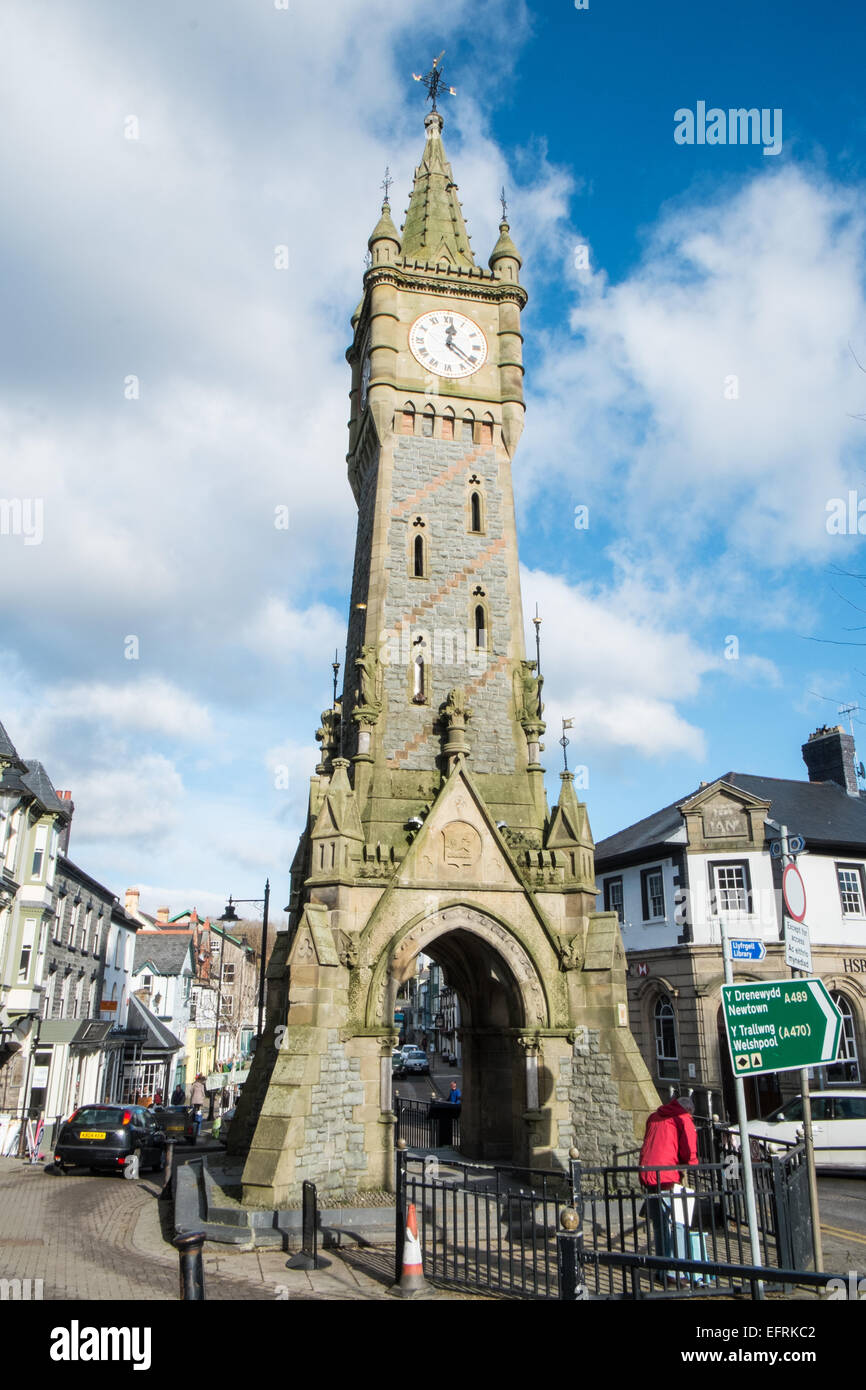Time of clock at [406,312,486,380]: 12:21
